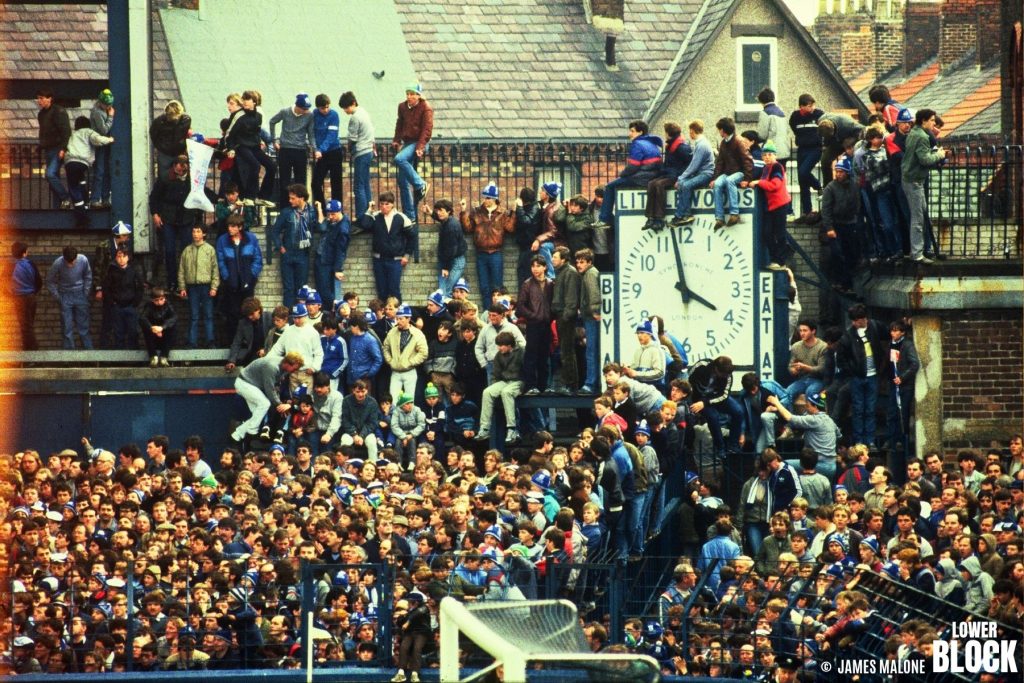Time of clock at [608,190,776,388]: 3:58
